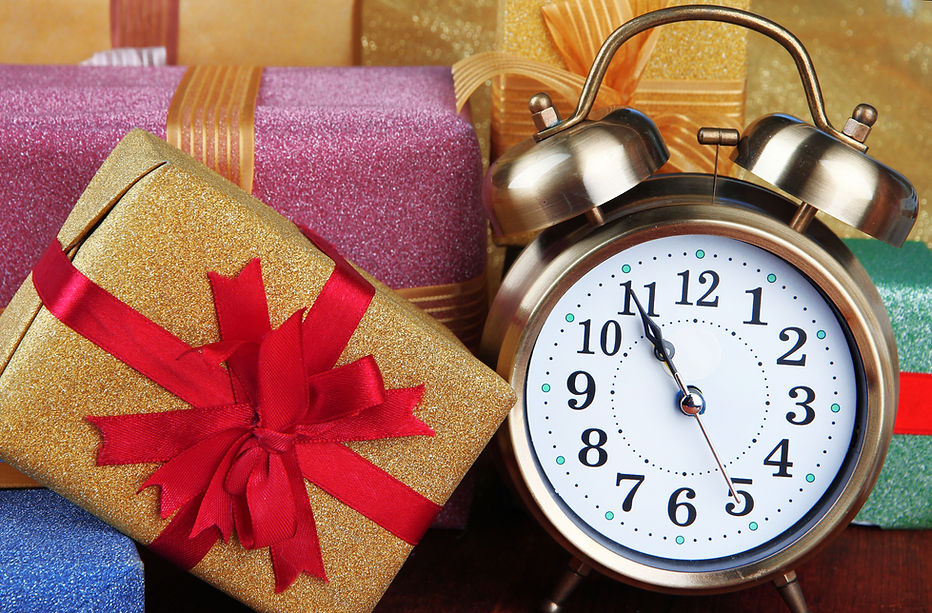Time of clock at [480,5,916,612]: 10:54
